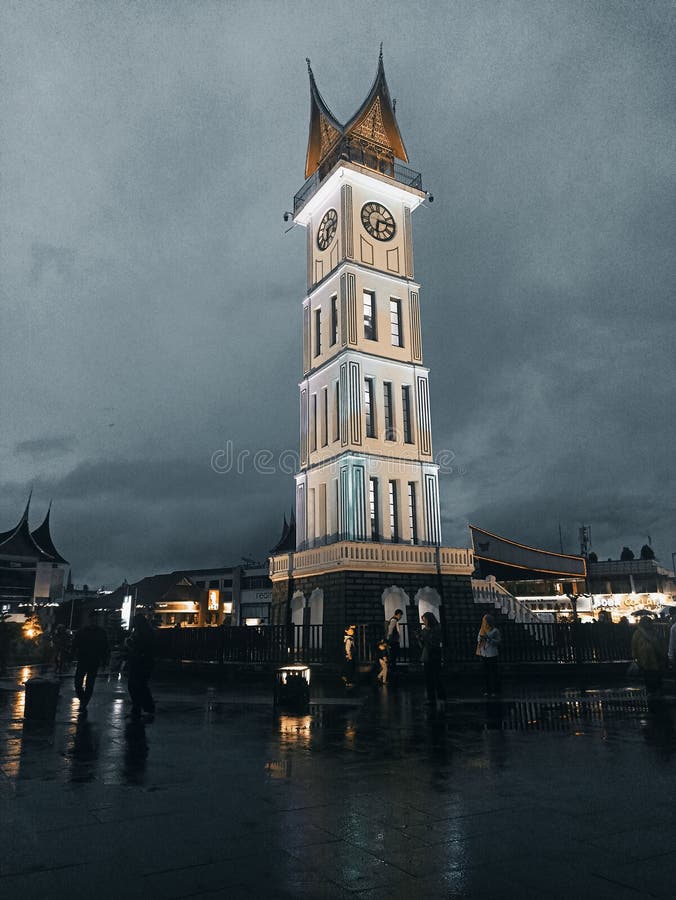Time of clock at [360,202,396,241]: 6:14
